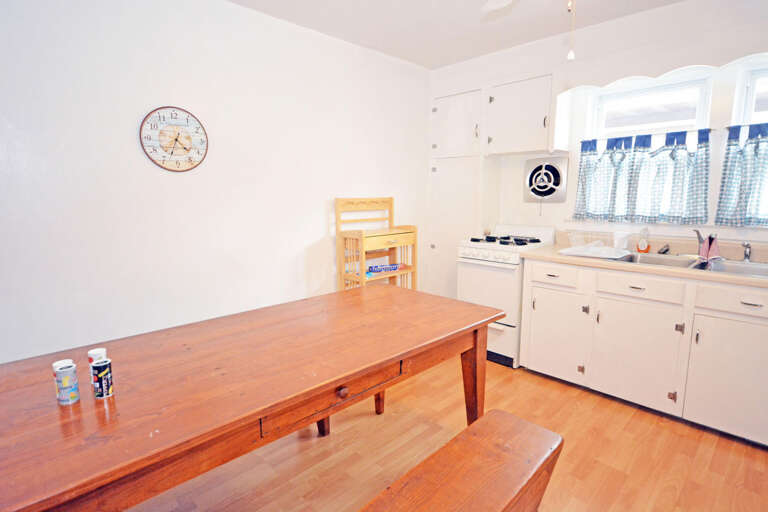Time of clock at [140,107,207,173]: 4:33
